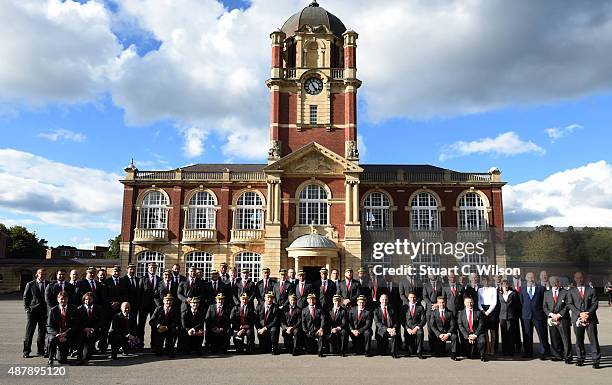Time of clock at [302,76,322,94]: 4:55
